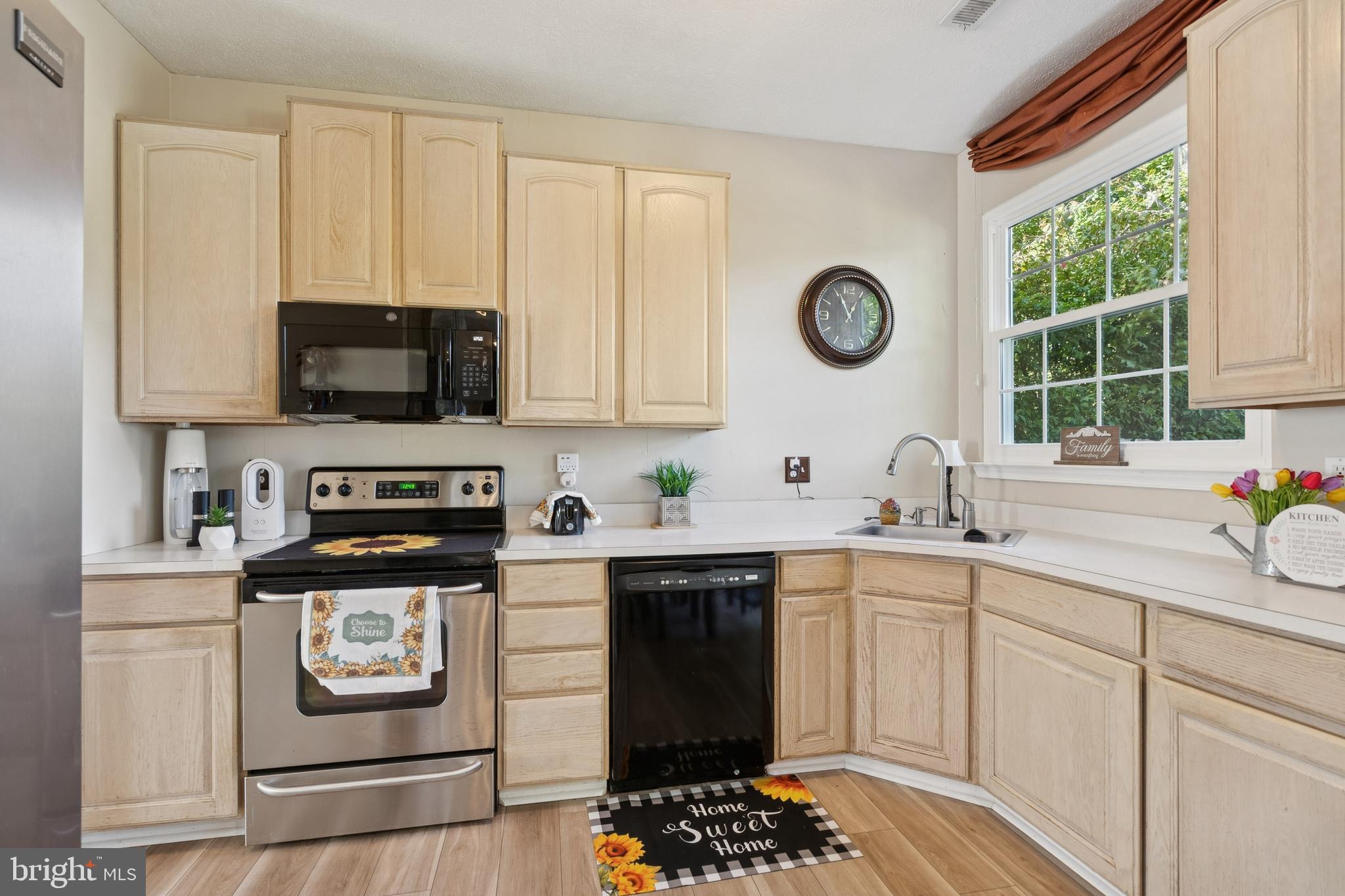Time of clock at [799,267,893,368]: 12:55
